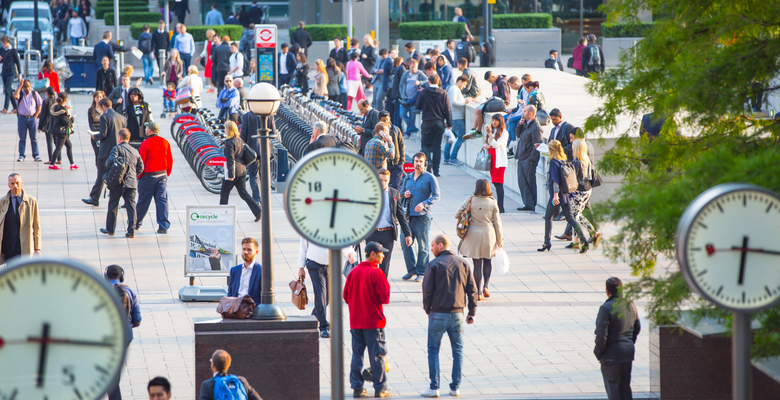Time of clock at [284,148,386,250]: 6:16
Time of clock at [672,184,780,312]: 6:15
